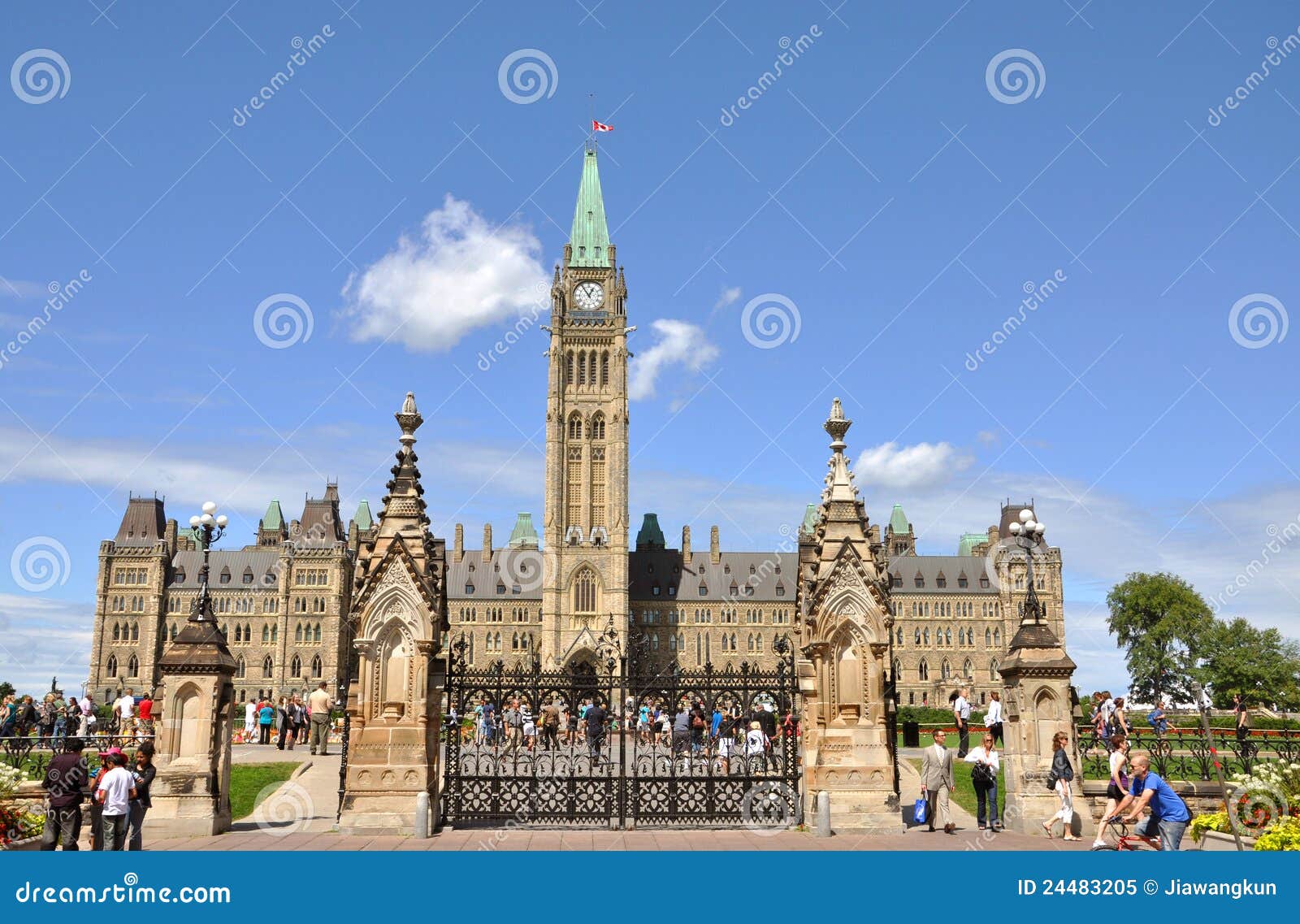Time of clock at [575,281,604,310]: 12:54
